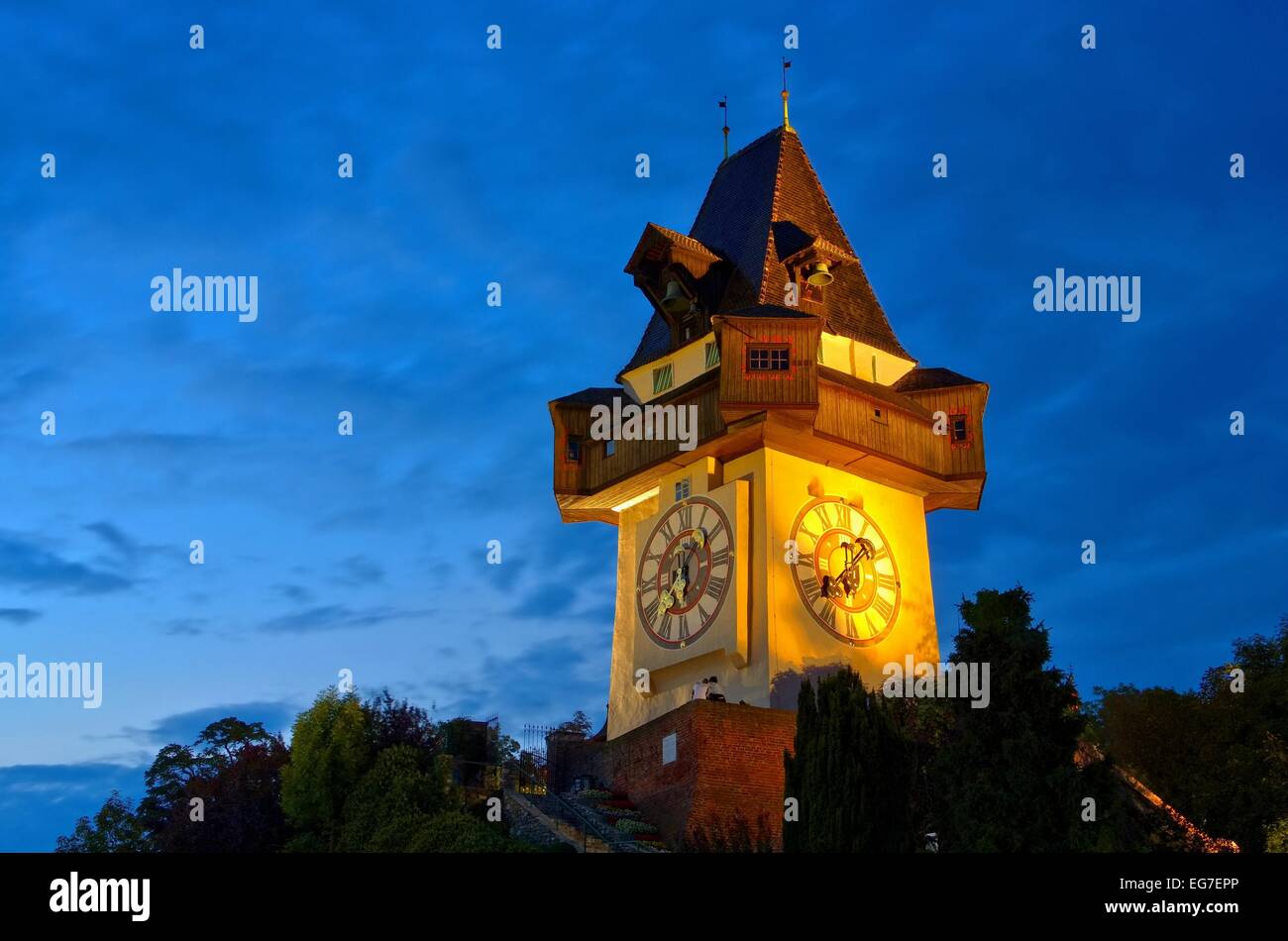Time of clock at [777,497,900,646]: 12:07
